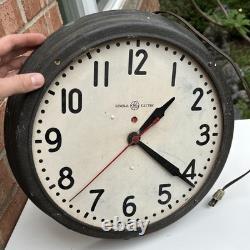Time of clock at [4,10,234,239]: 1:21
